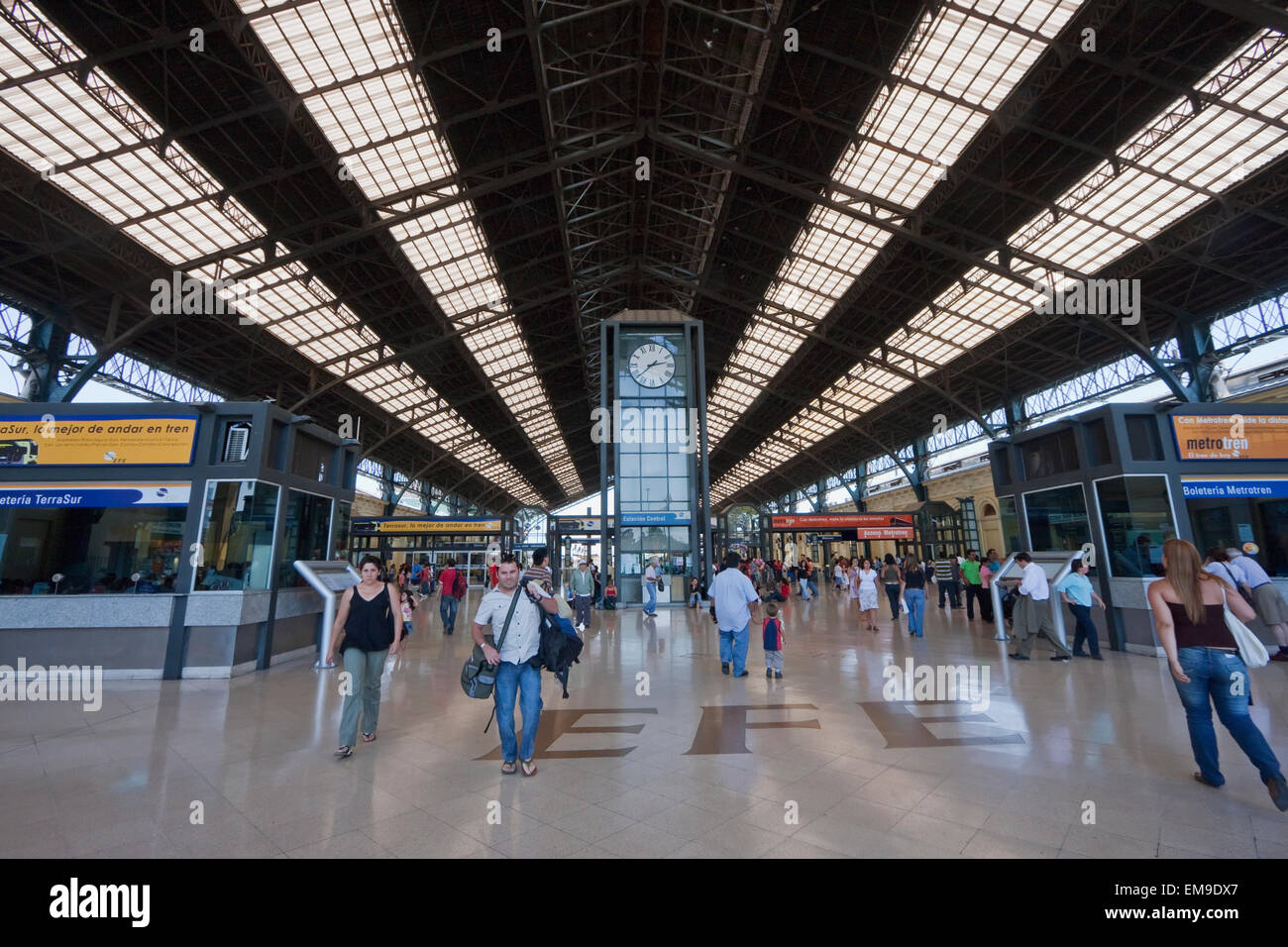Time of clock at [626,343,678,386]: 2:38
